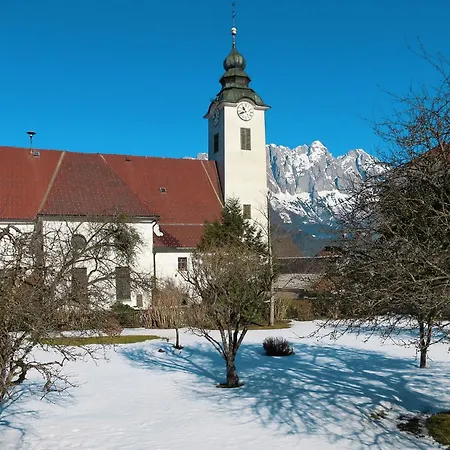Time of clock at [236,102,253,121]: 10:41
